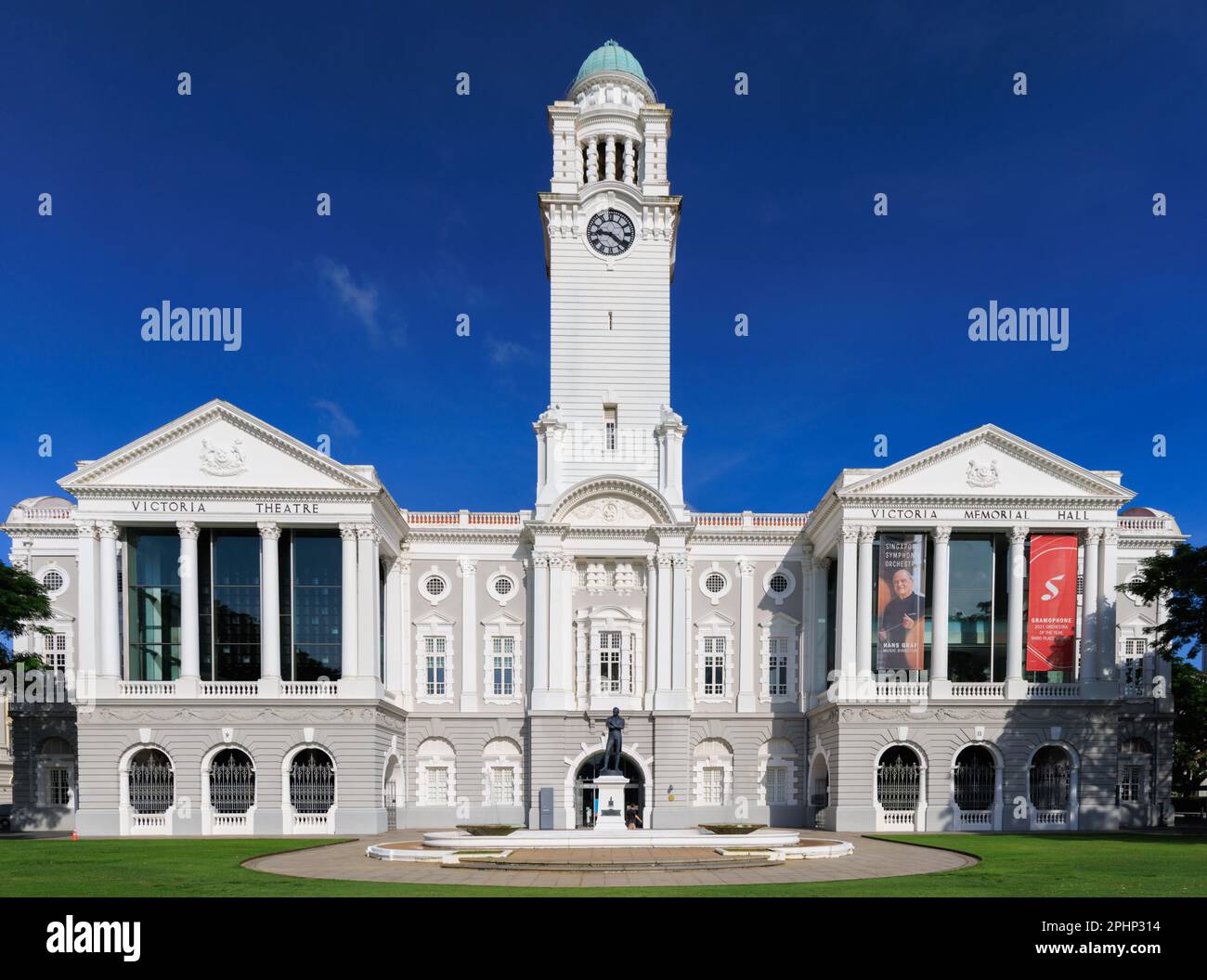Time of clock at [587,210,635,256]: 9:22
